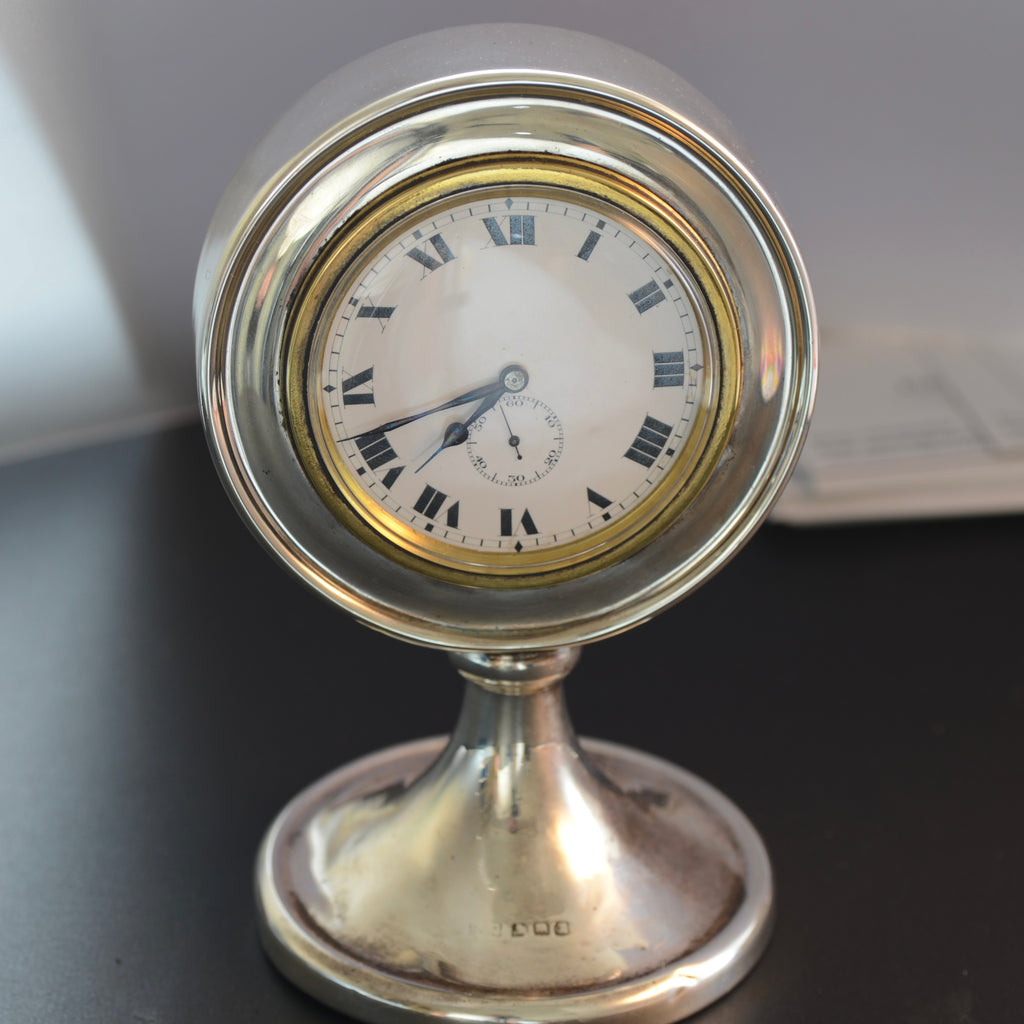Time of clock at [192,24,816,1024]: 7:42
